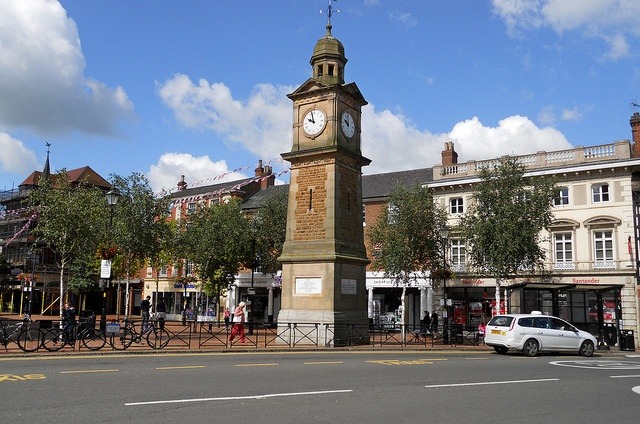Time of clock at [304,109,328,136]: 9:57
